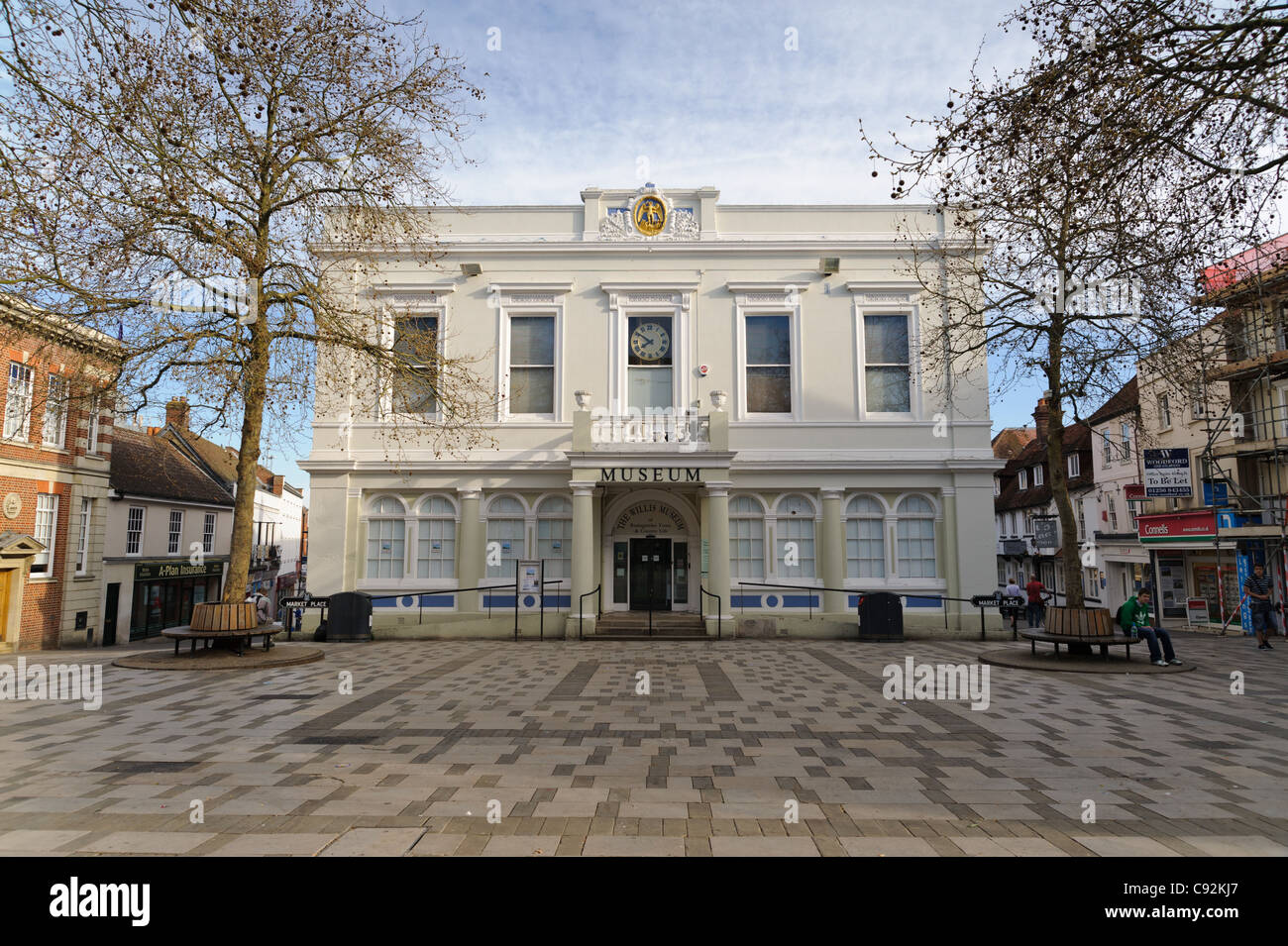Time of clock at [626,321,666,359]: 7:50
